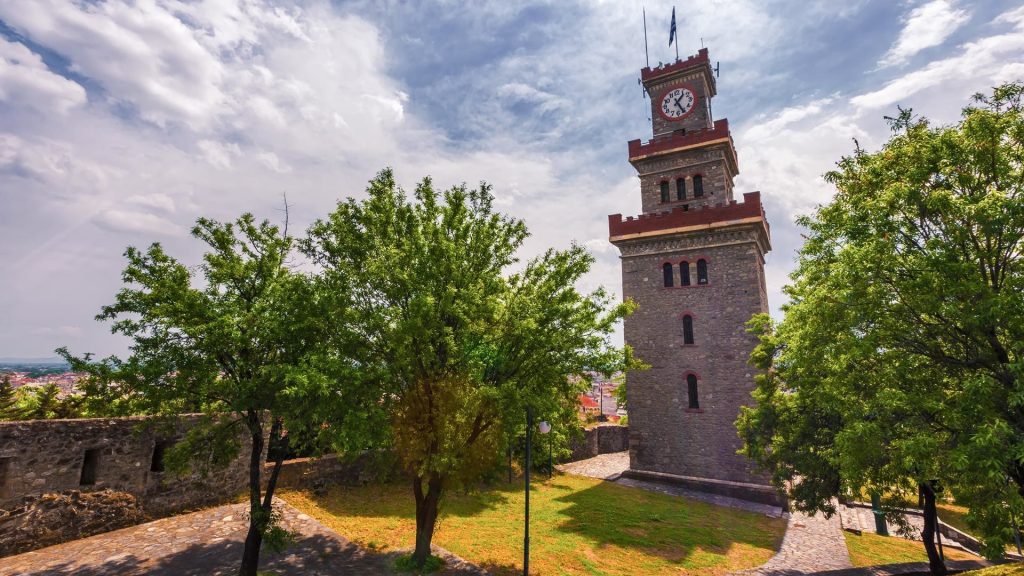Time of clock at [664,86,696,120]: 1:25
